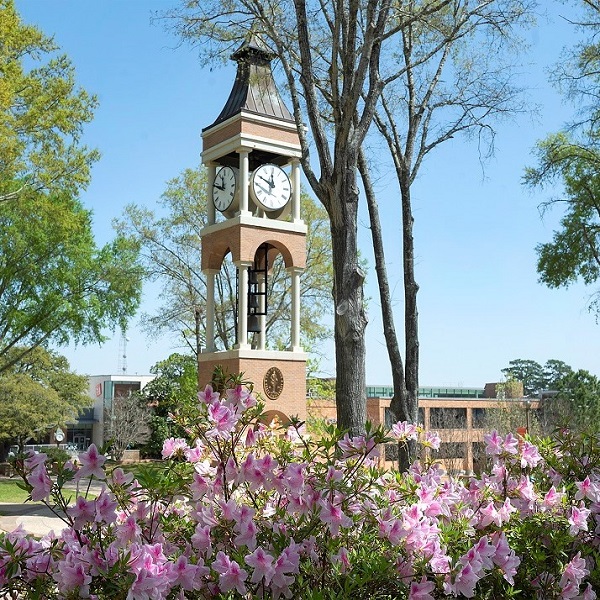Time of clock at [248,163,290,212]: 11:49
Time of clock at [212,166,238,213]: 11:48
